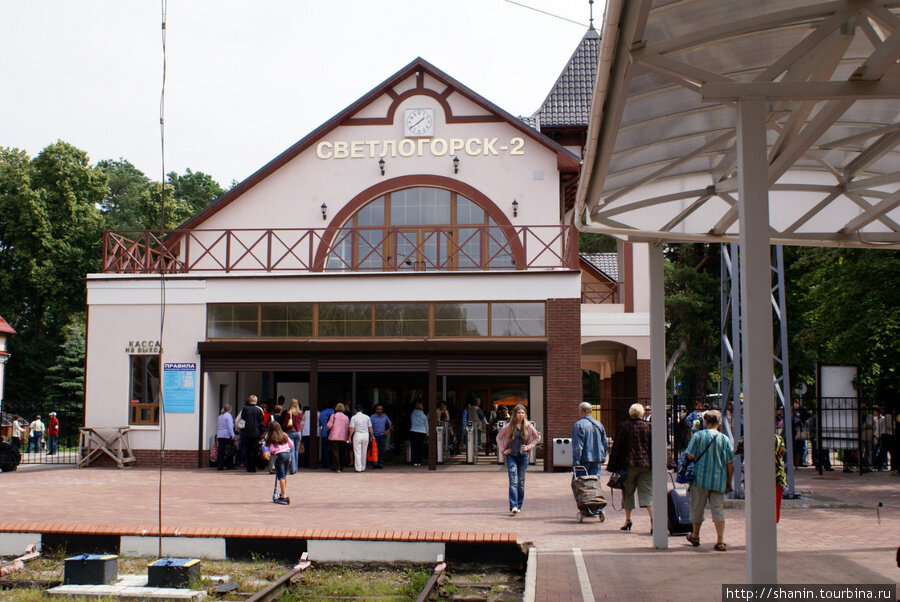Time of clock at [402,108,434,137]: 1:39
